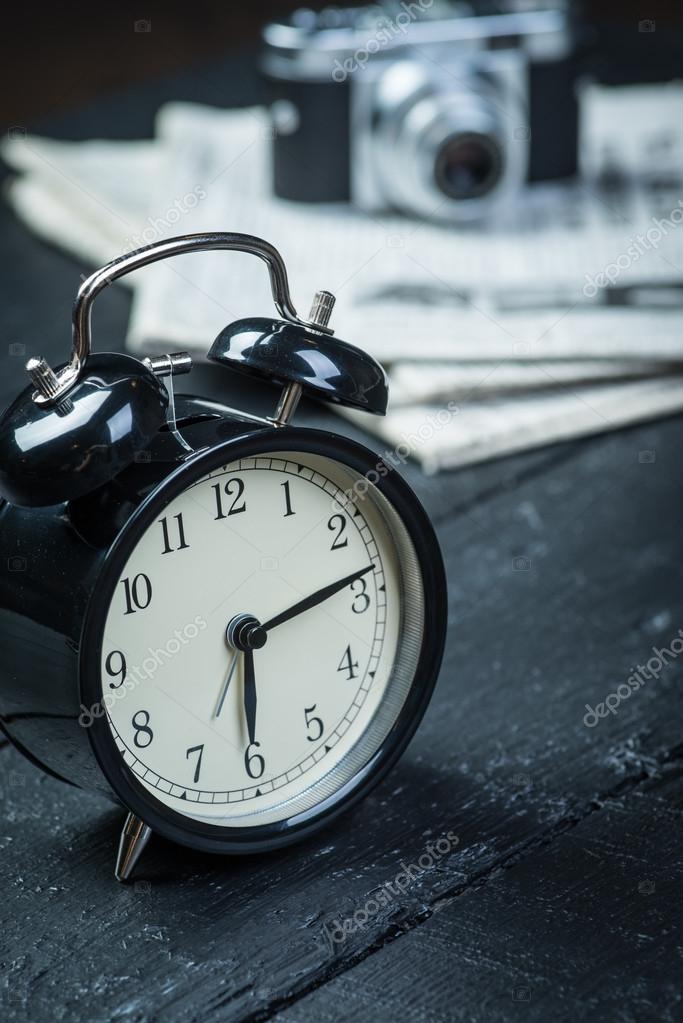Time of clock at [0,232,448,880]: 6:13
